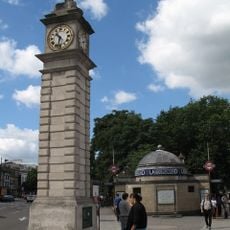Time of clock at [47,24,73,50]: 10:32
